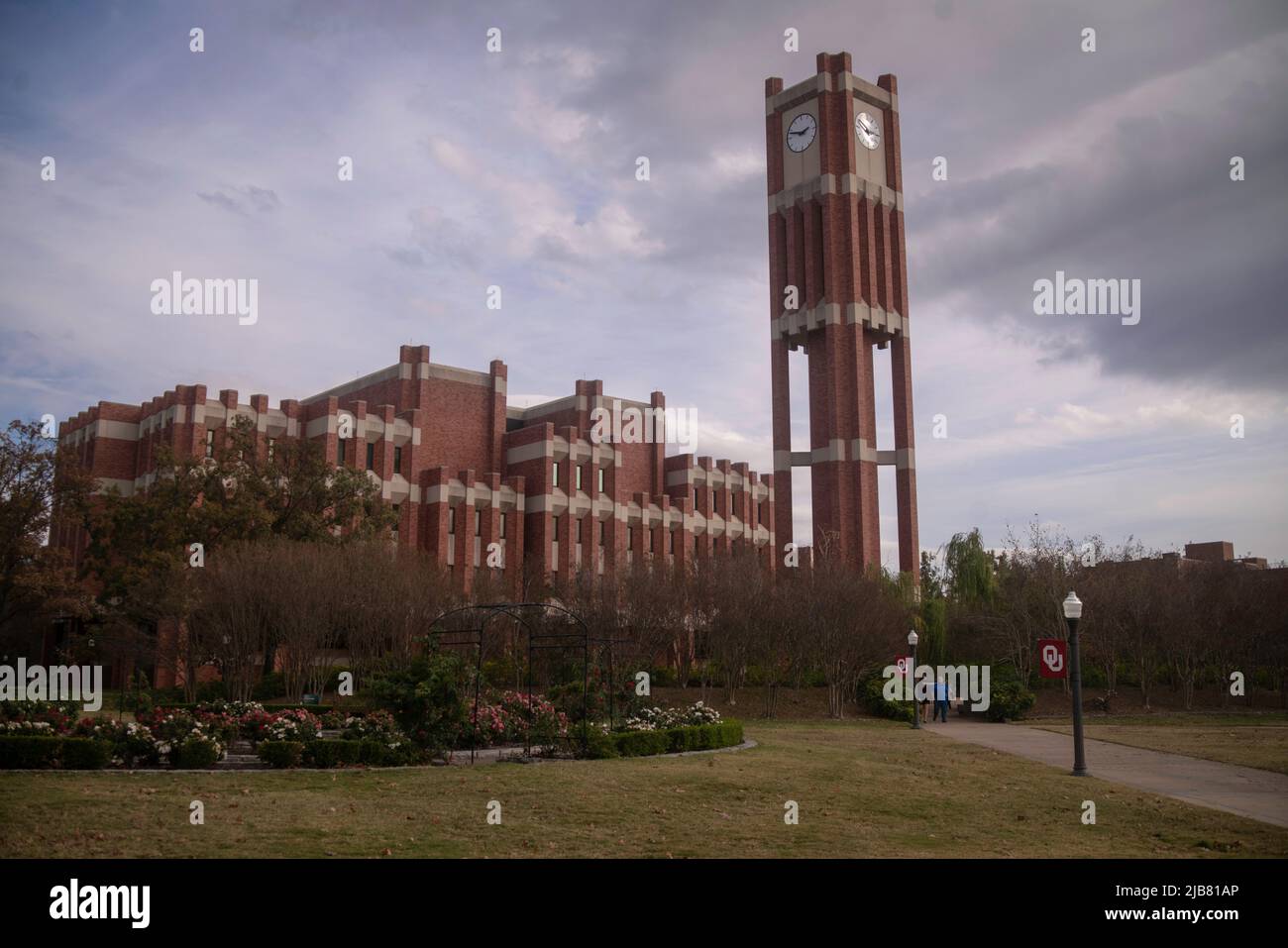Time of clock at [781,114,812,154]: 2:48
